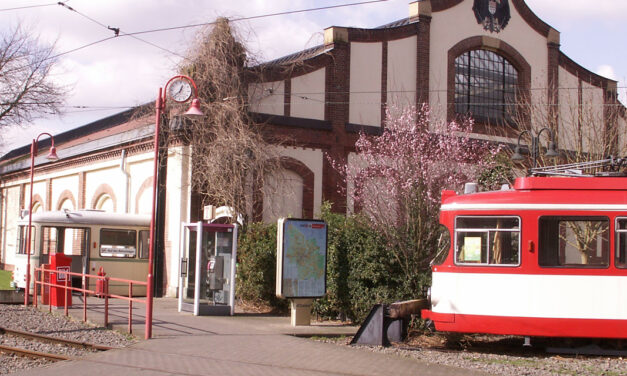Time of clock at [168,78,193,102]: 12:37
